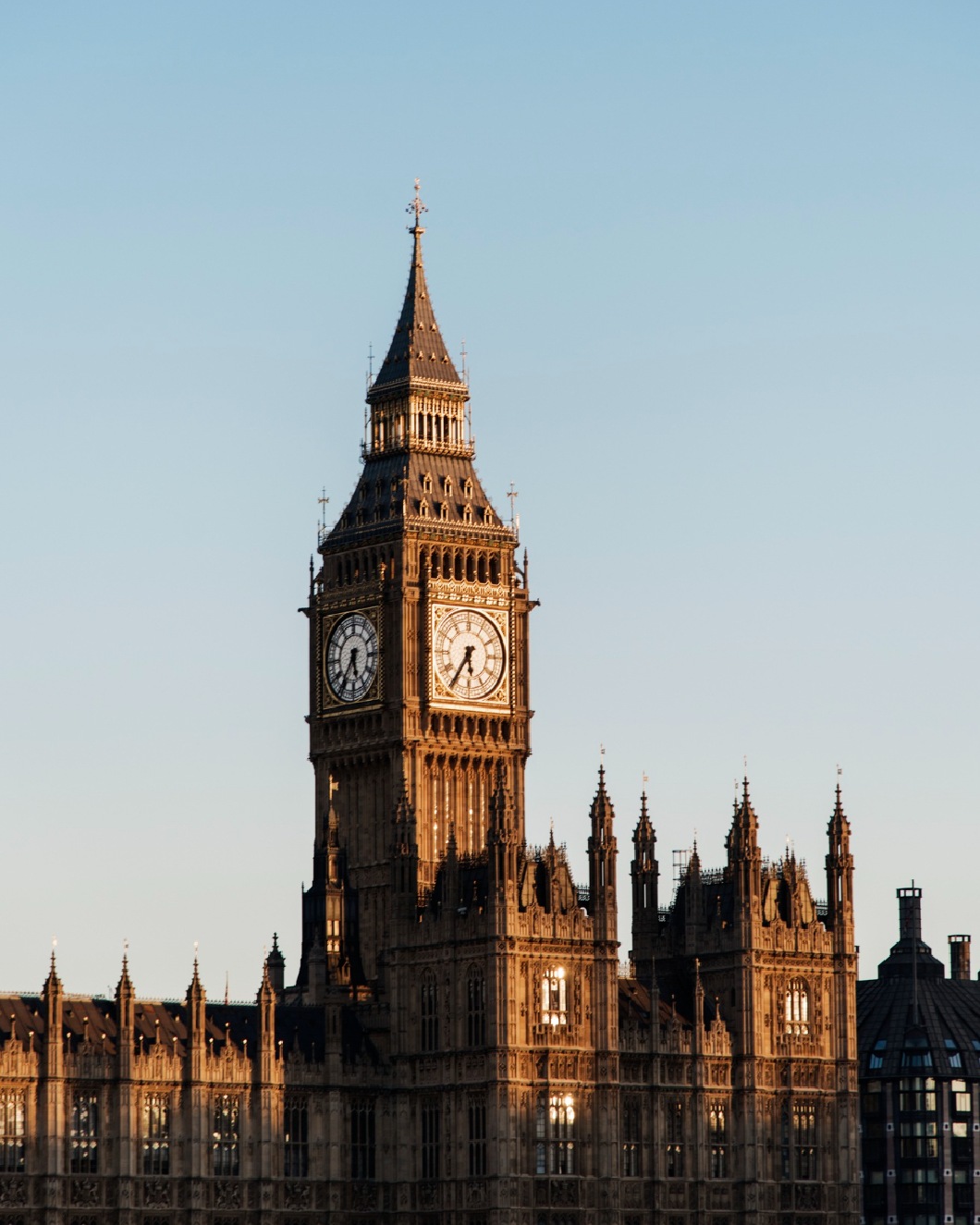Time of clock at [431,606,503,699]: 5:35
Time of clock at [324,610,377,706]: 5:36
